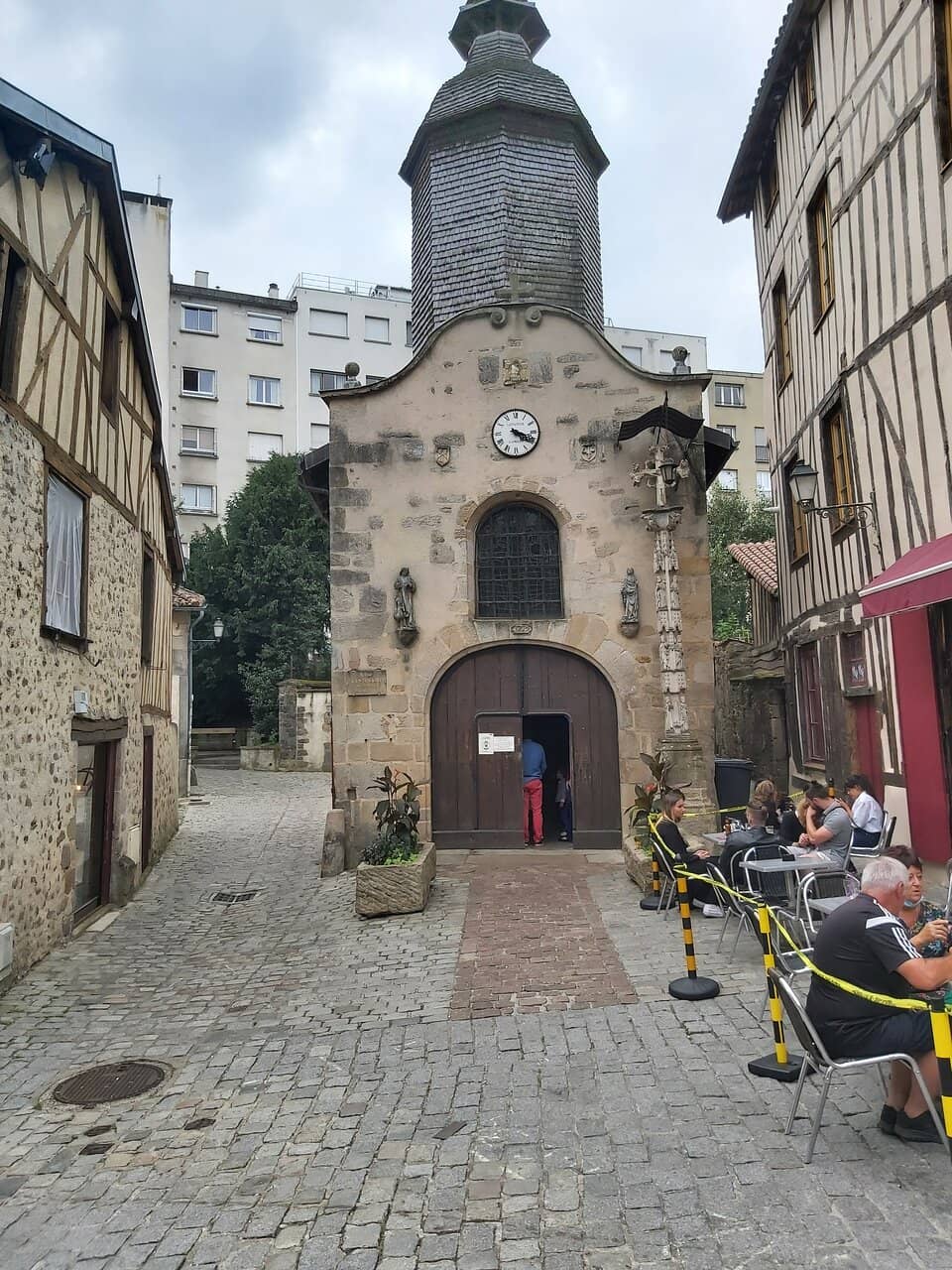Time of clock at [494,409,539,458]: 4:18
